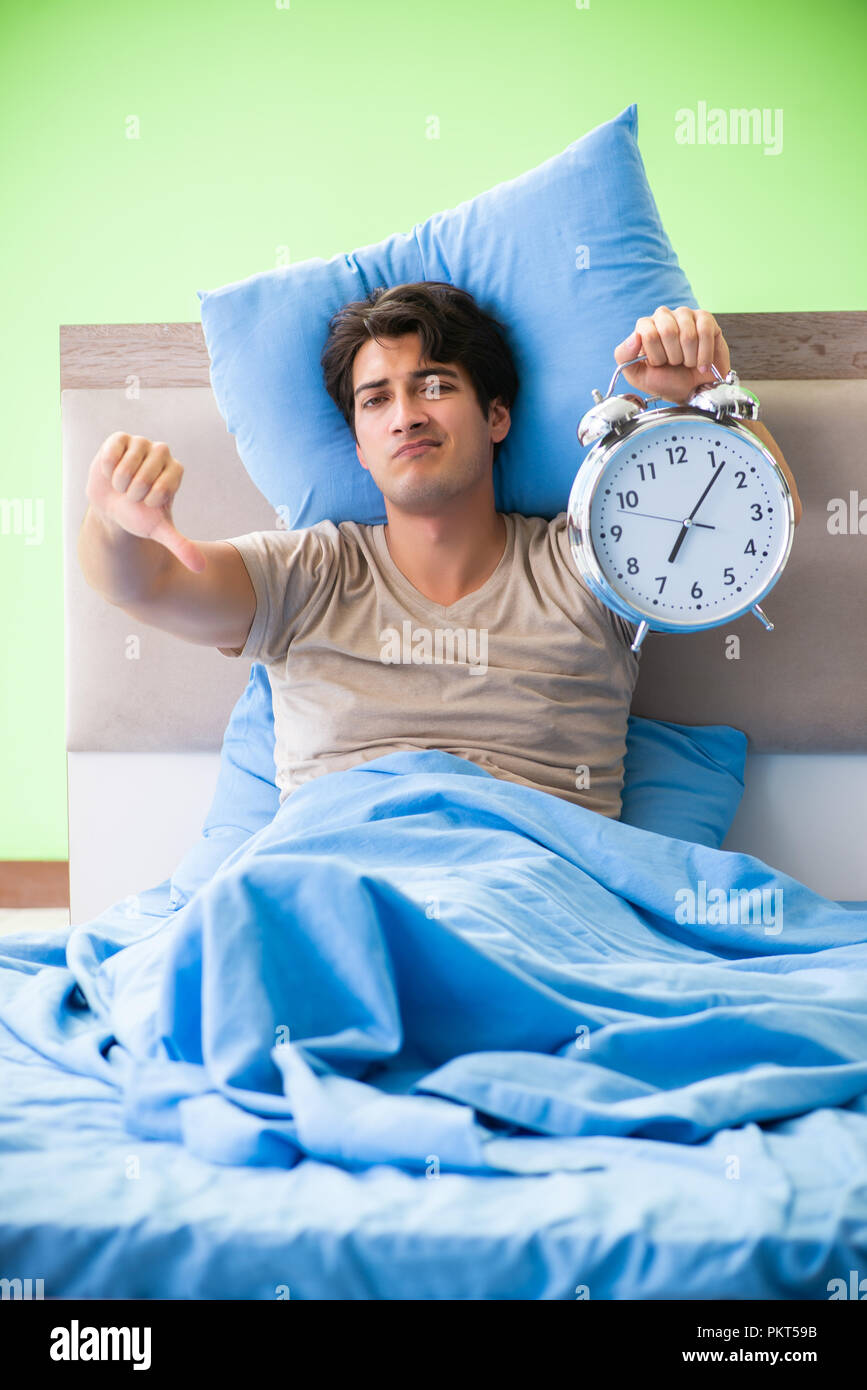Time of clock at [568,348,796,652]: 7:06
